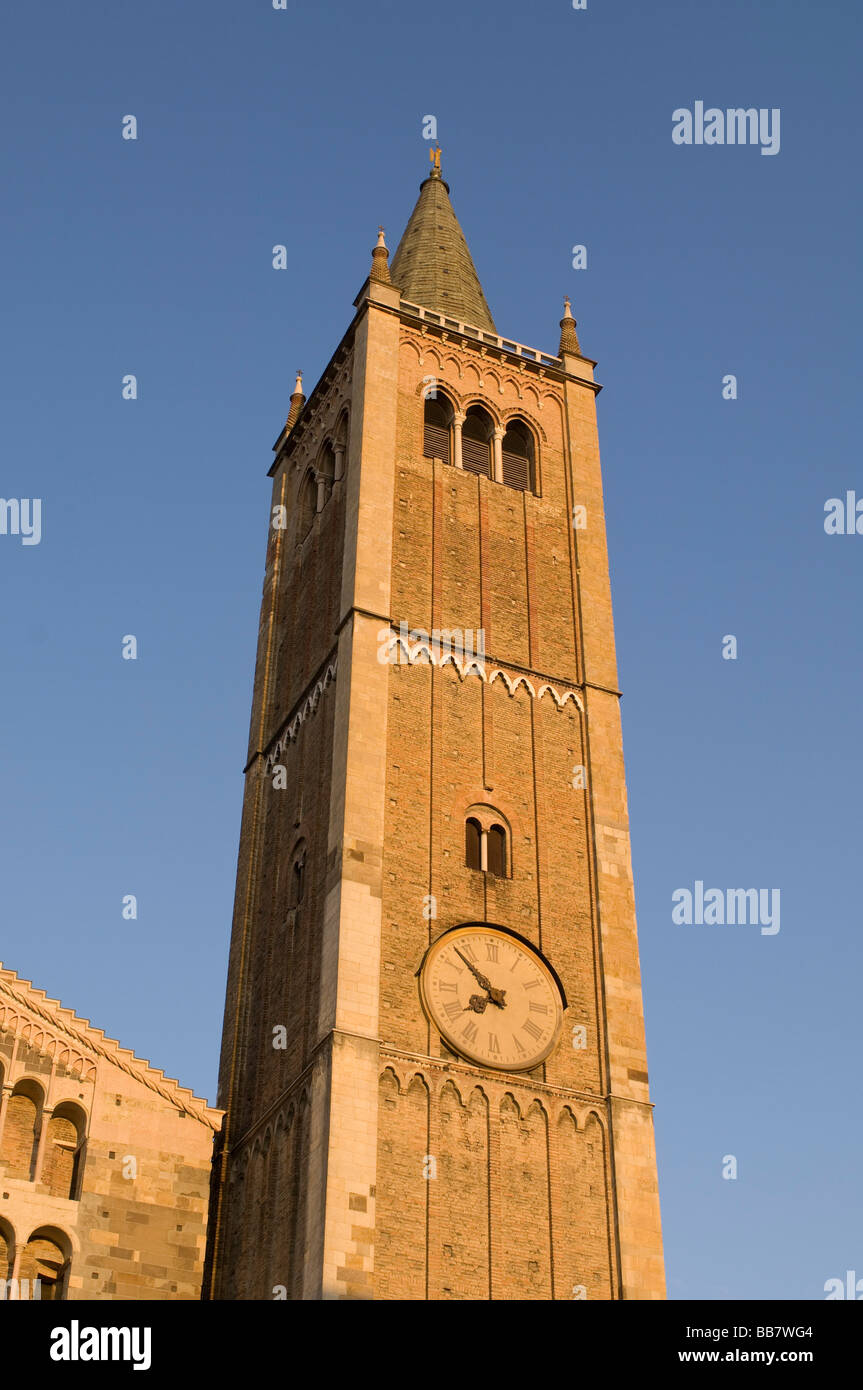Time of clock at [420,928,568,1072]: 7:52
